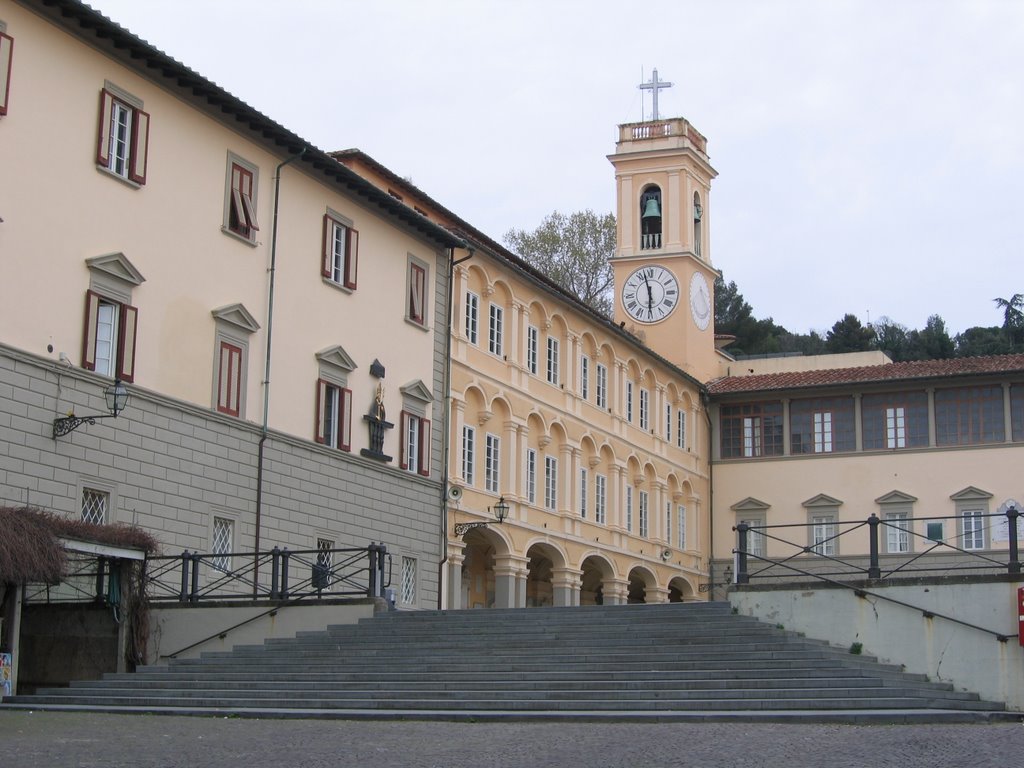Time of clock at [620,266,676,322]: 5:57
